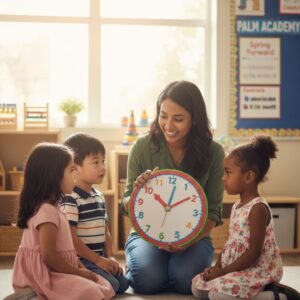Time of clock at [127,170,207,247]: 10:01
